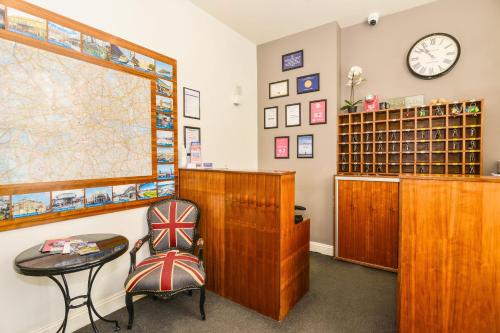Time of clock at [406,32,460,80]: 10:51
